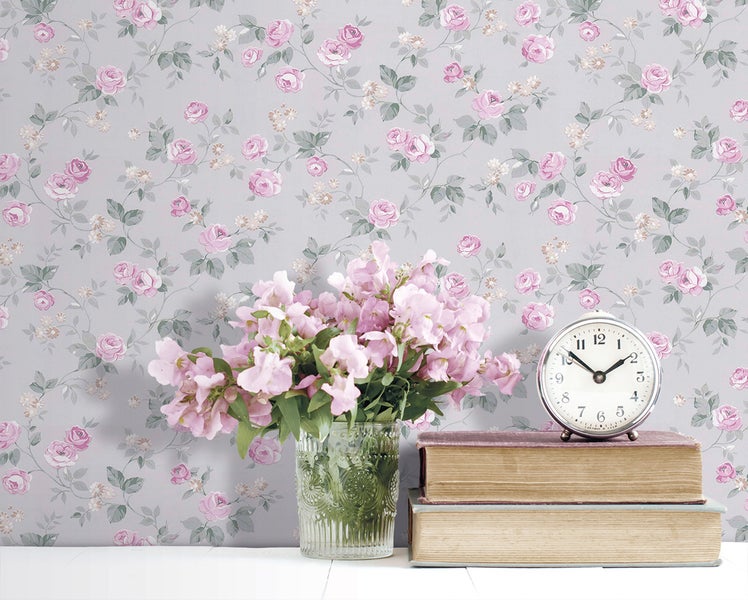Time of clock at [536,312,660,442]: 1:51
